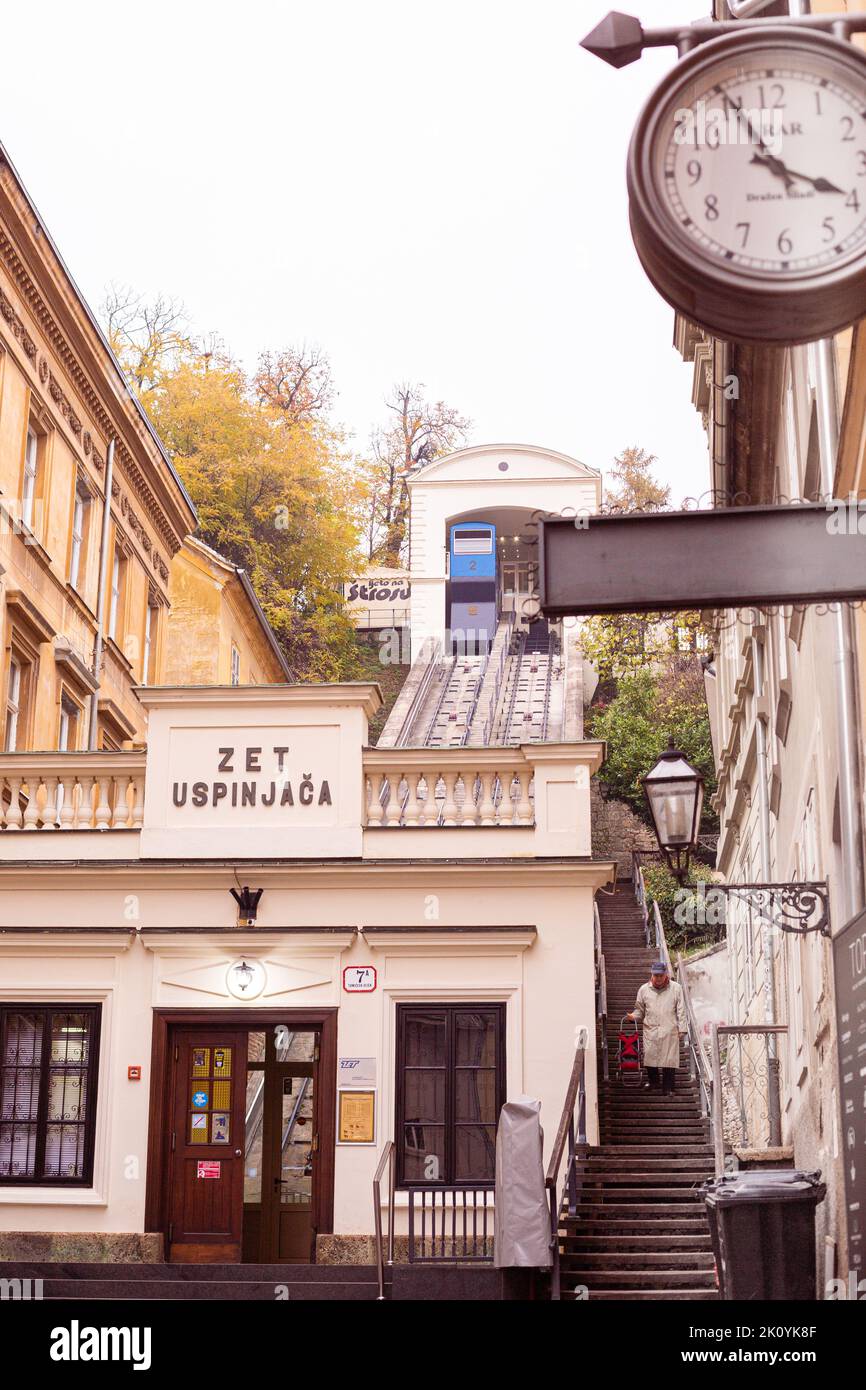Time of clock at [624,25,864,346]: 3:55
